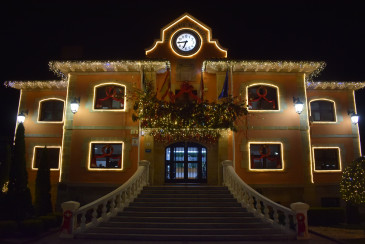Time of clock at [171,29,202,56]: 6:44
